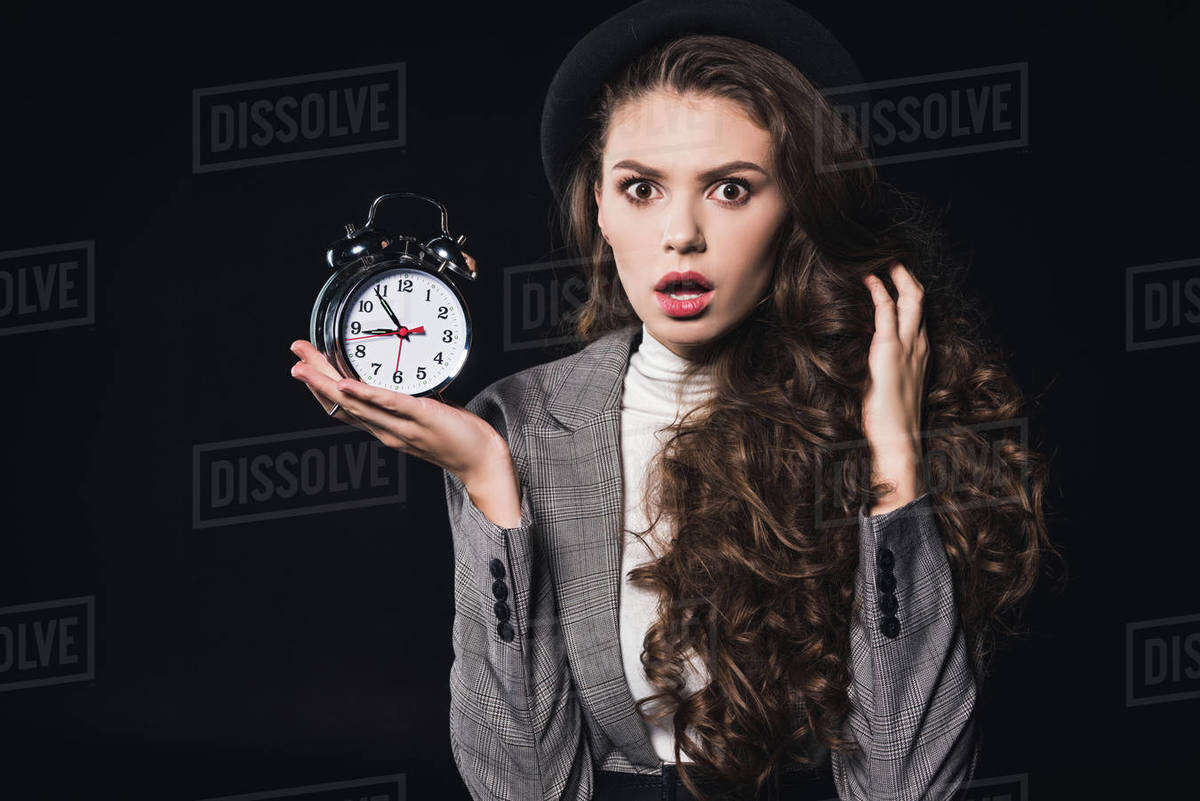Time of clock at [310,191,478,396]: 8:53
